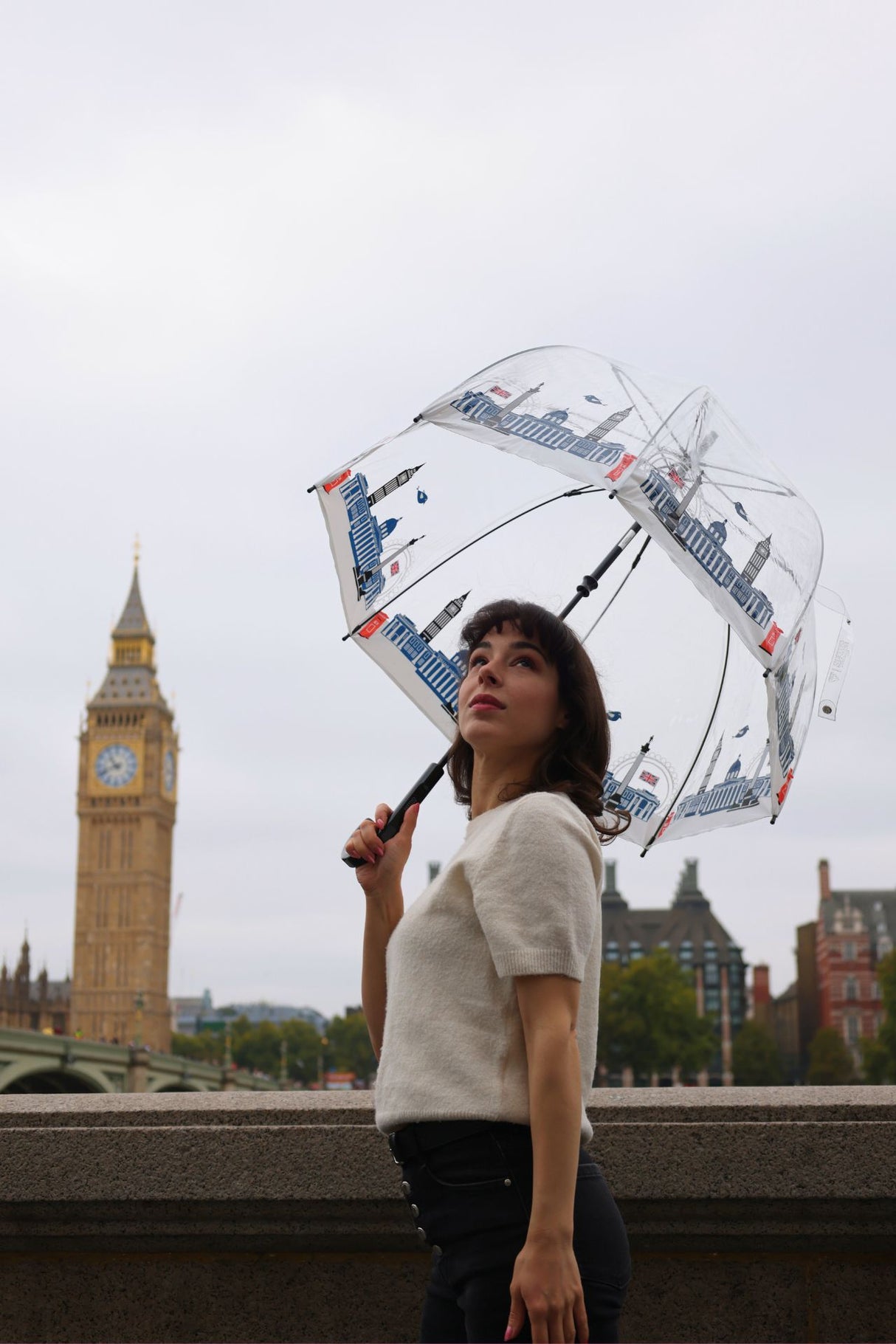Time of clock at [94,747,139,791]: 10:41
